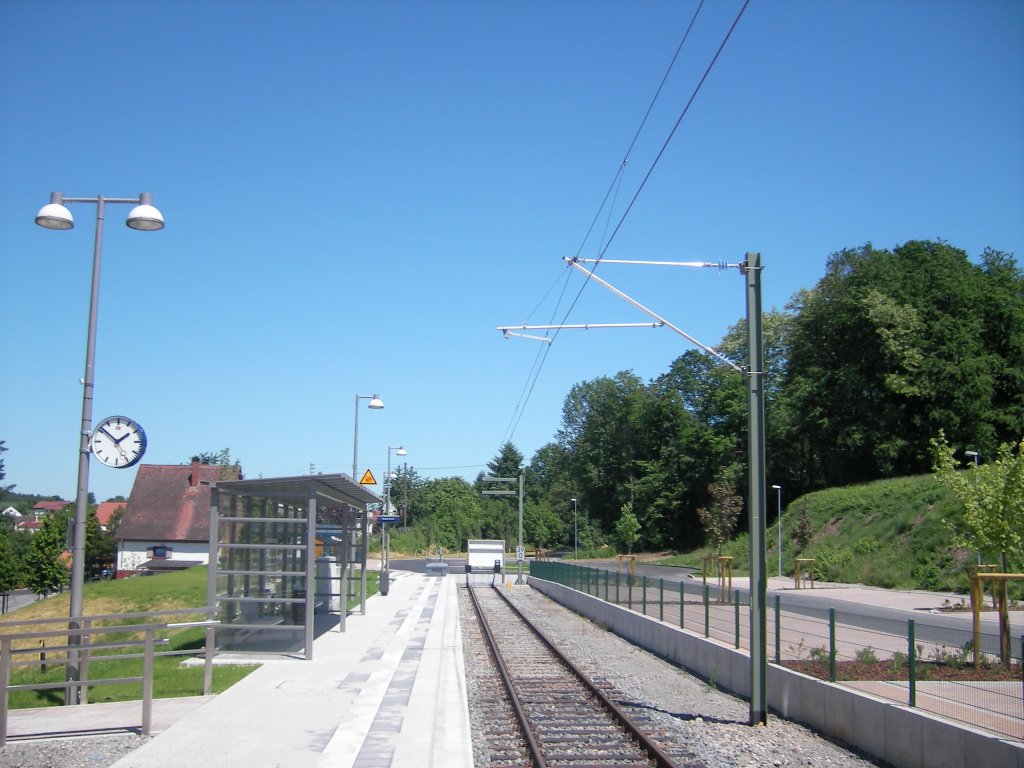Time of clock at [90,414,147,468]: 1:51
